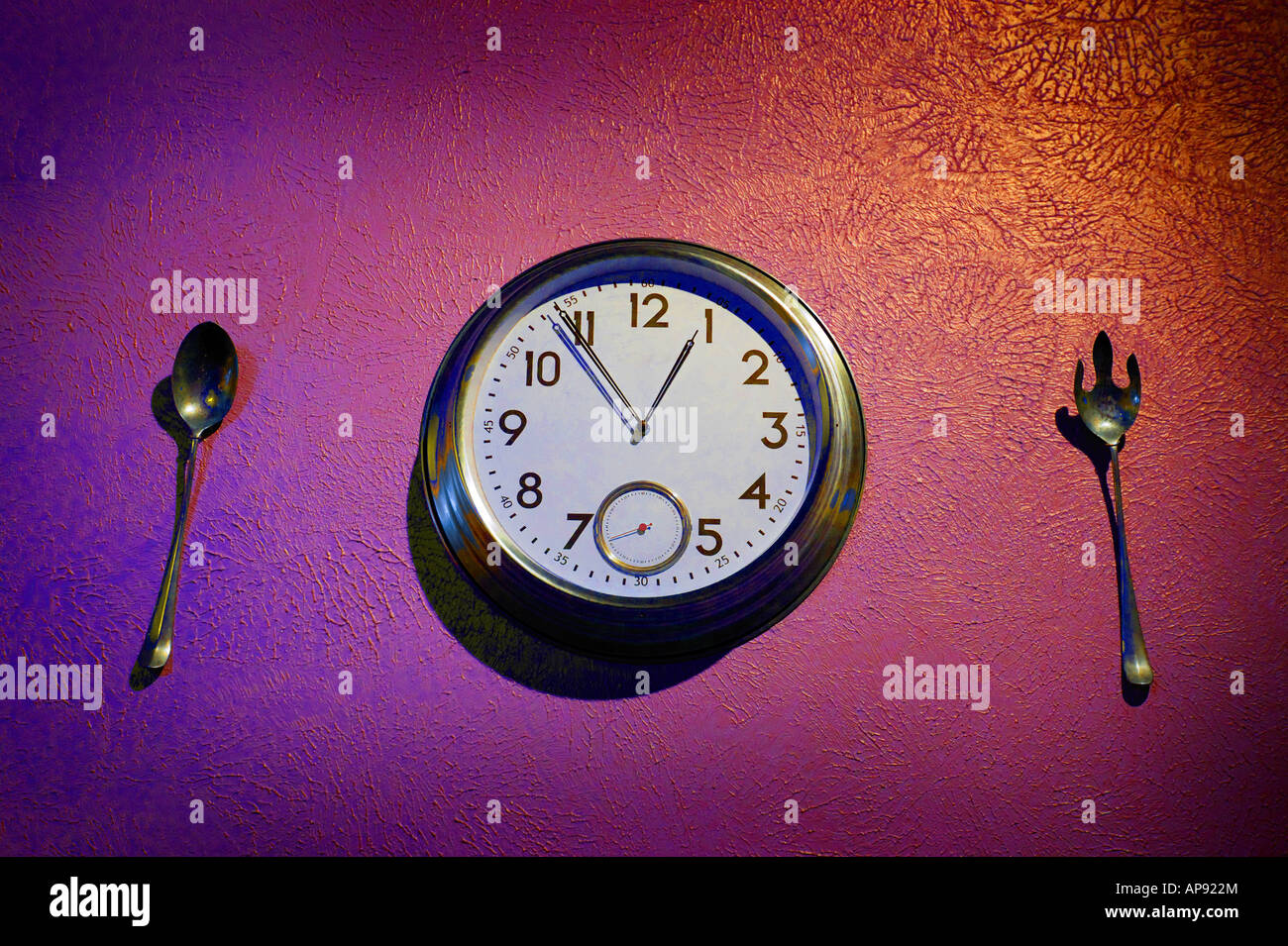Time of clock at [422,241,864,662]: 12:54
